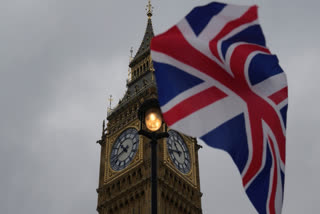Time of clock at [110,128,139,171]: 10:42
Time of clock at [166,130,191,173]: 10:43
